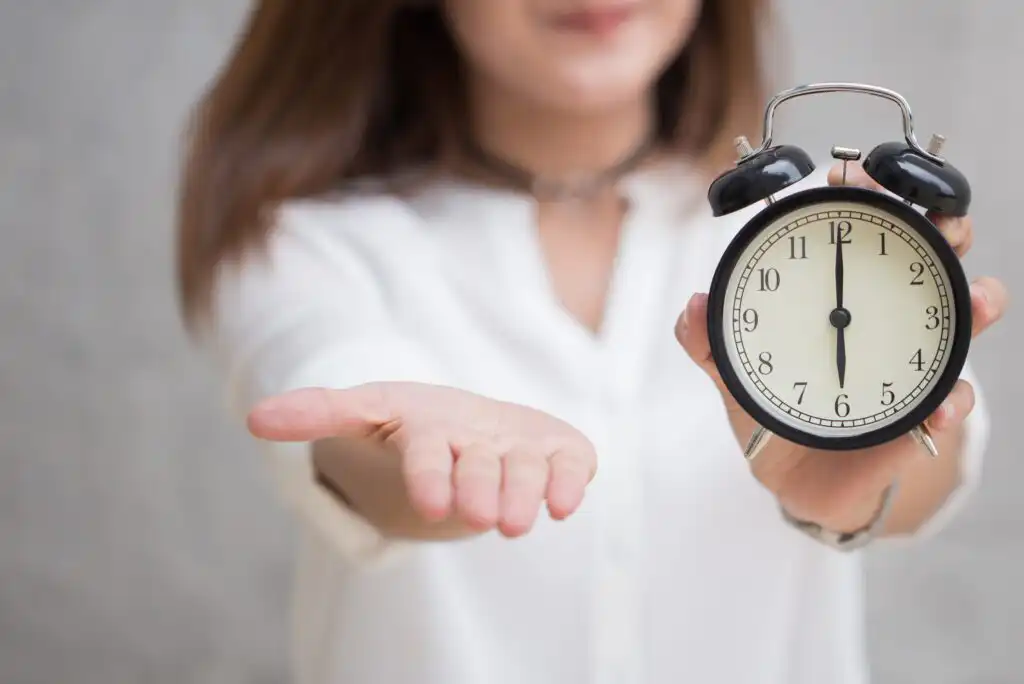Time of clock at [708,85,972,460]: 6:00
